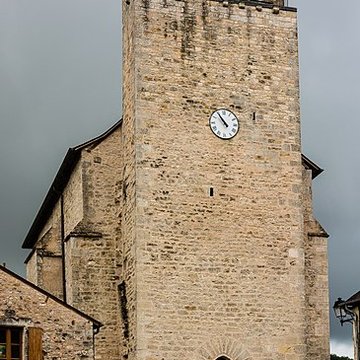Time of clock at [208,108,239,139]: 10:54
